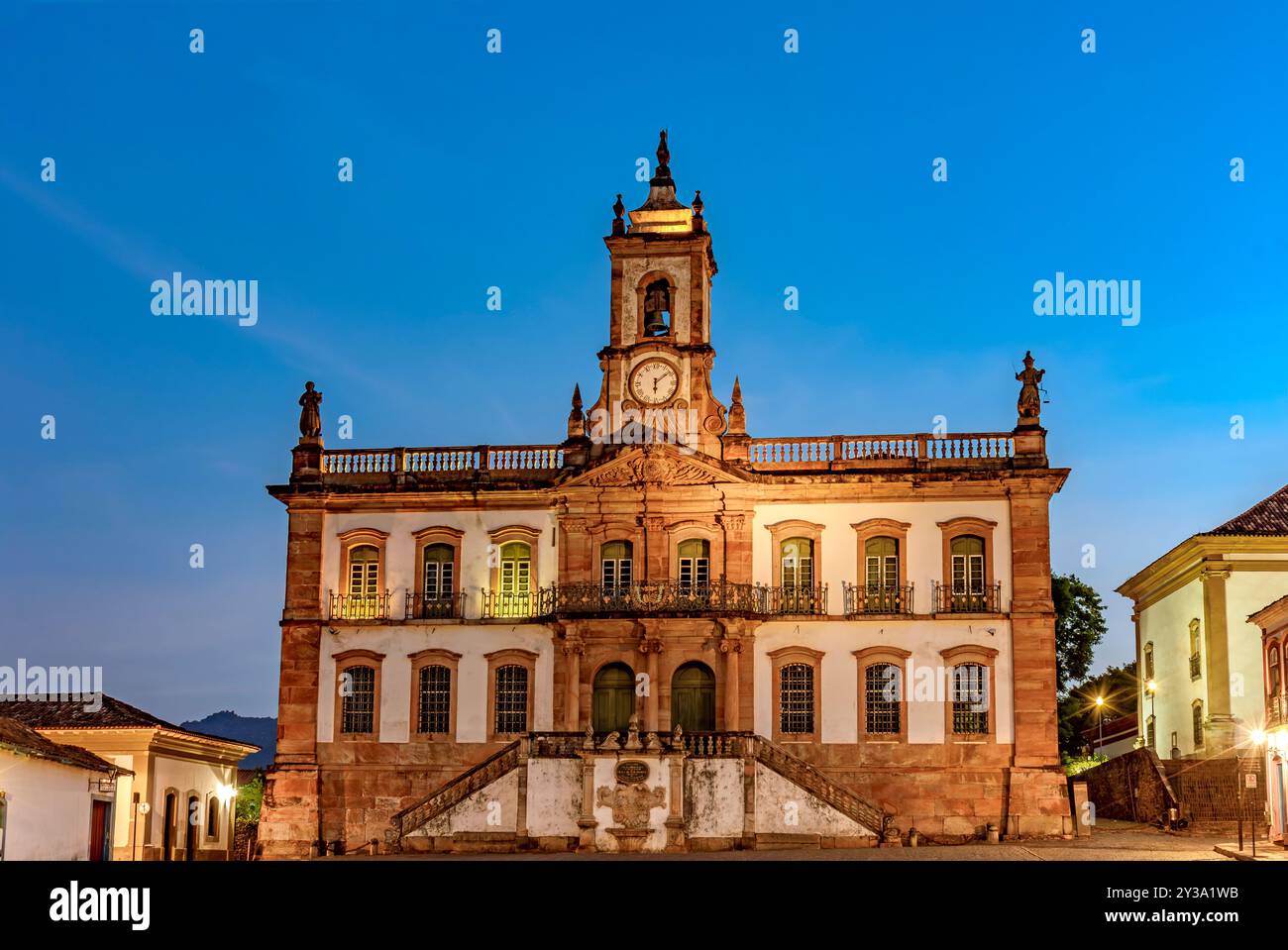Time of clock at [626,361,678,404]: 6:08
